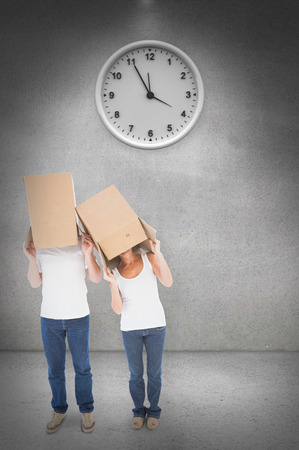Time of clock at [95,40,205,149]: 3:55
